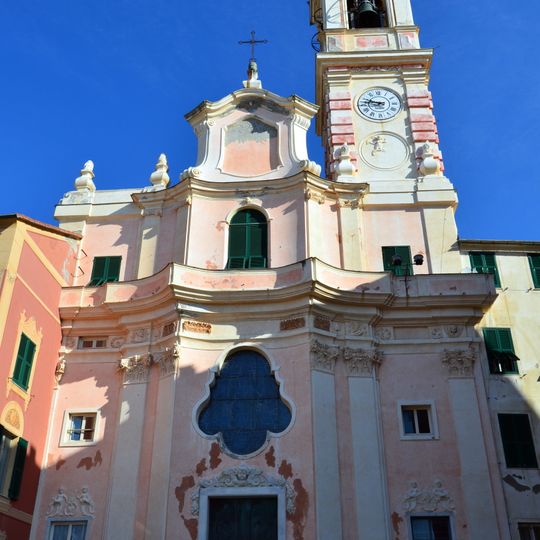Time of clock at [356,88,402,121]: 8:47
